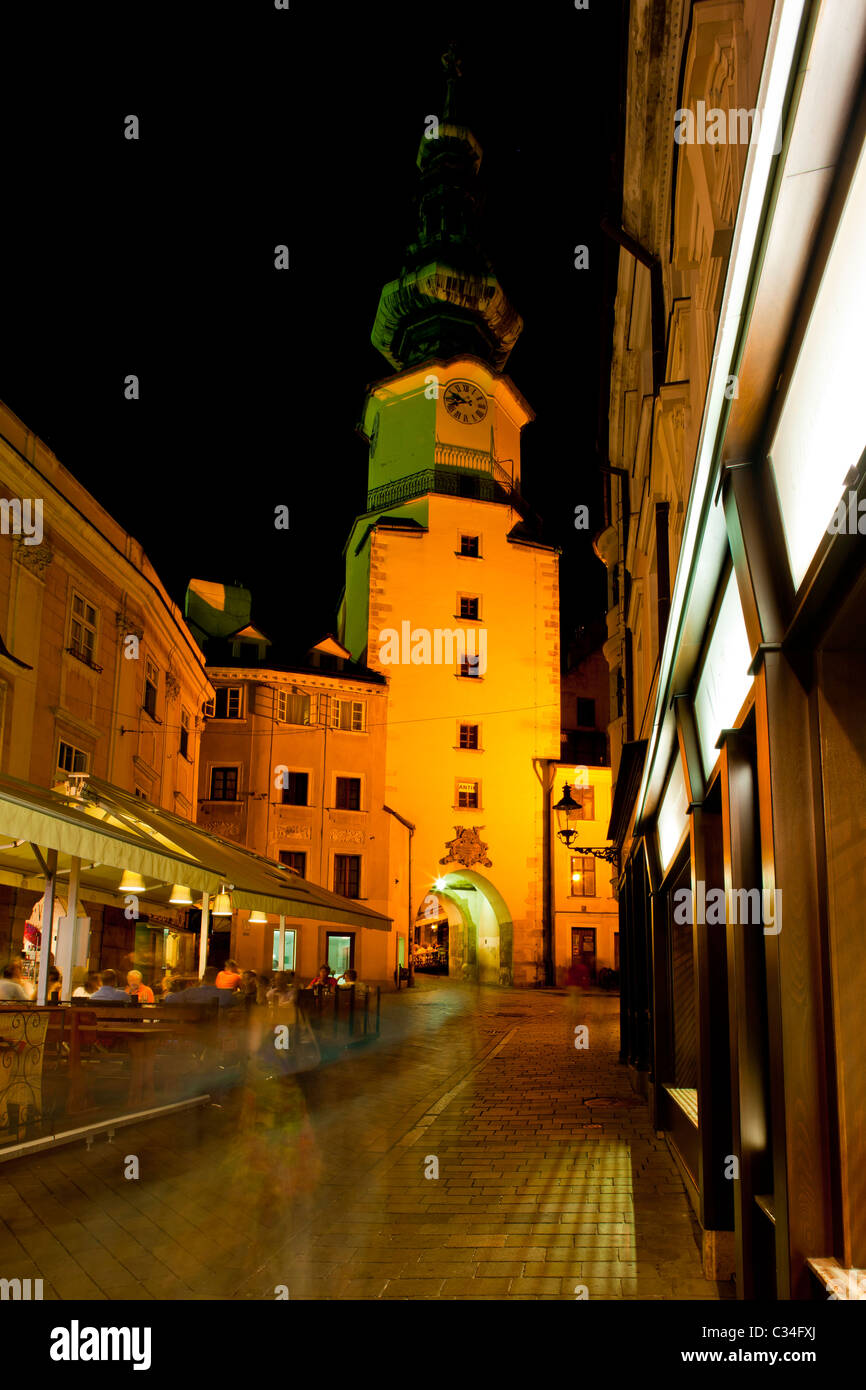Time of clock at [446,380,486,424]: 9:42
